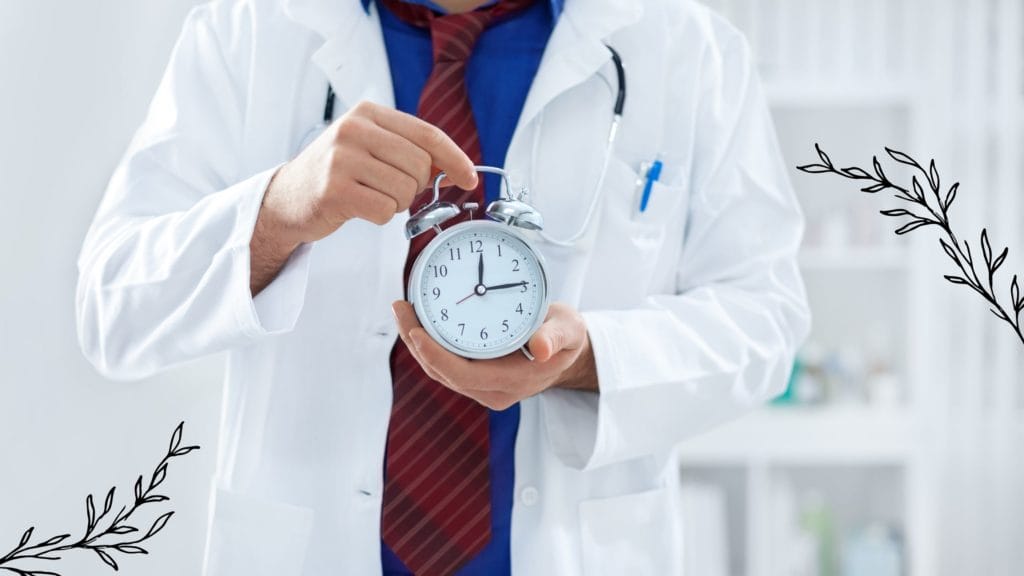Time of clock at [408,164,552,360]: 12:14
